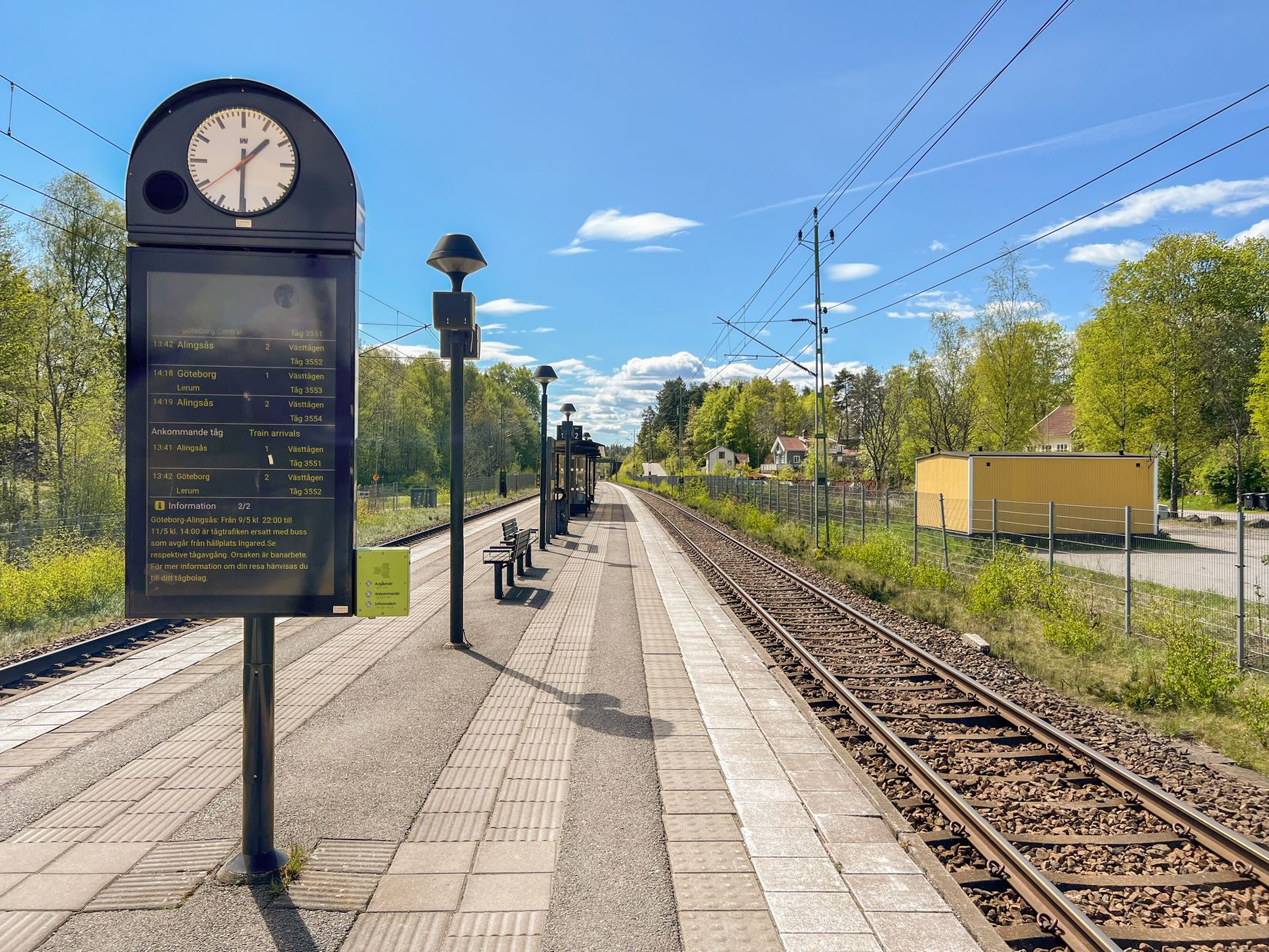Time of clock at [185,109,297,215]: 1:30
